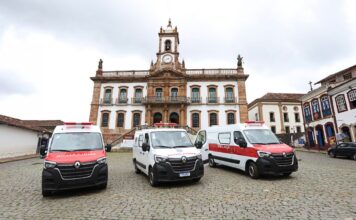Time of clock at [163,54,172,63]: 4:42
